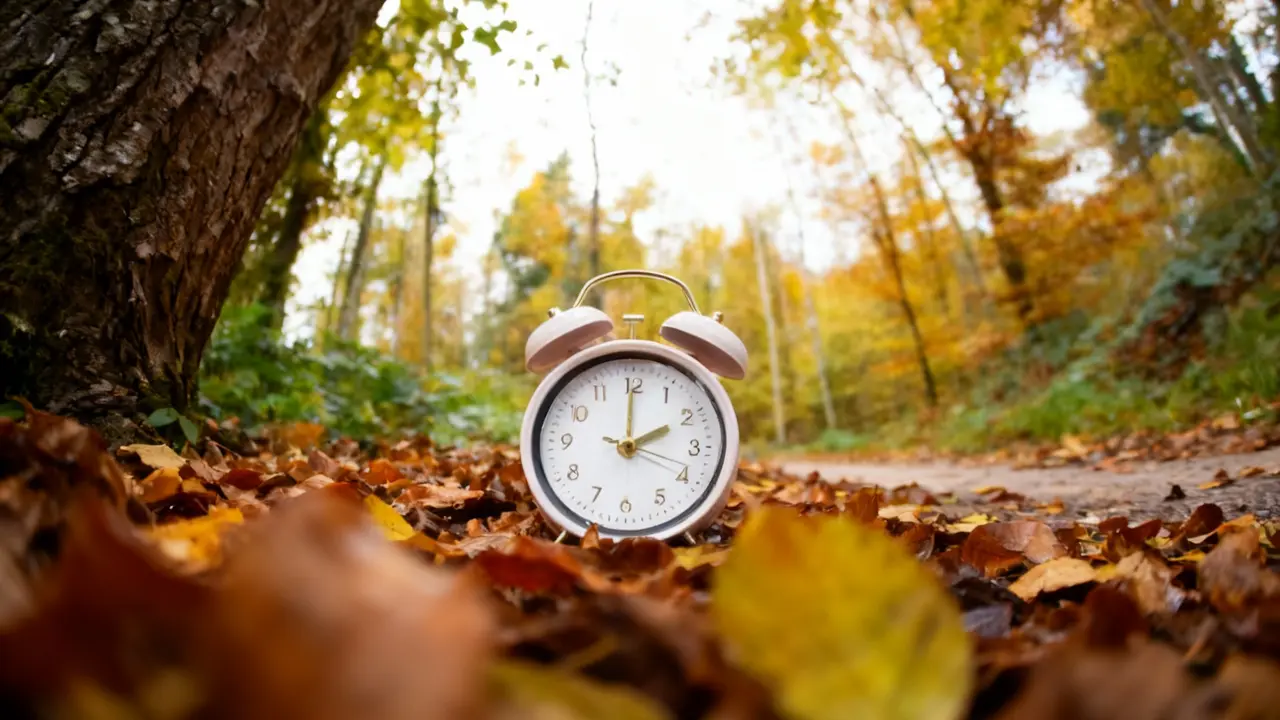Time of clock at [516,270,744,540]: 2:00
